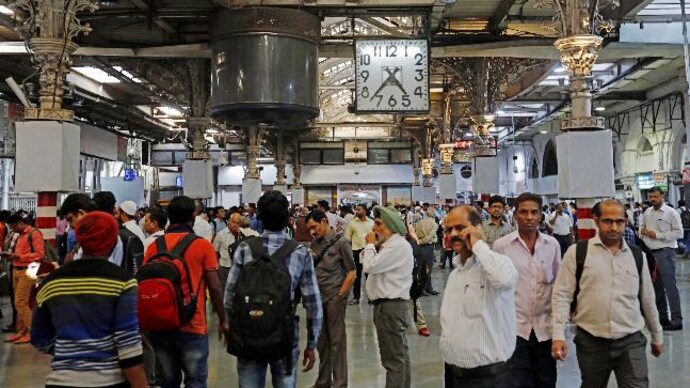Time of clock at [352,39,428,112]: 4:37
